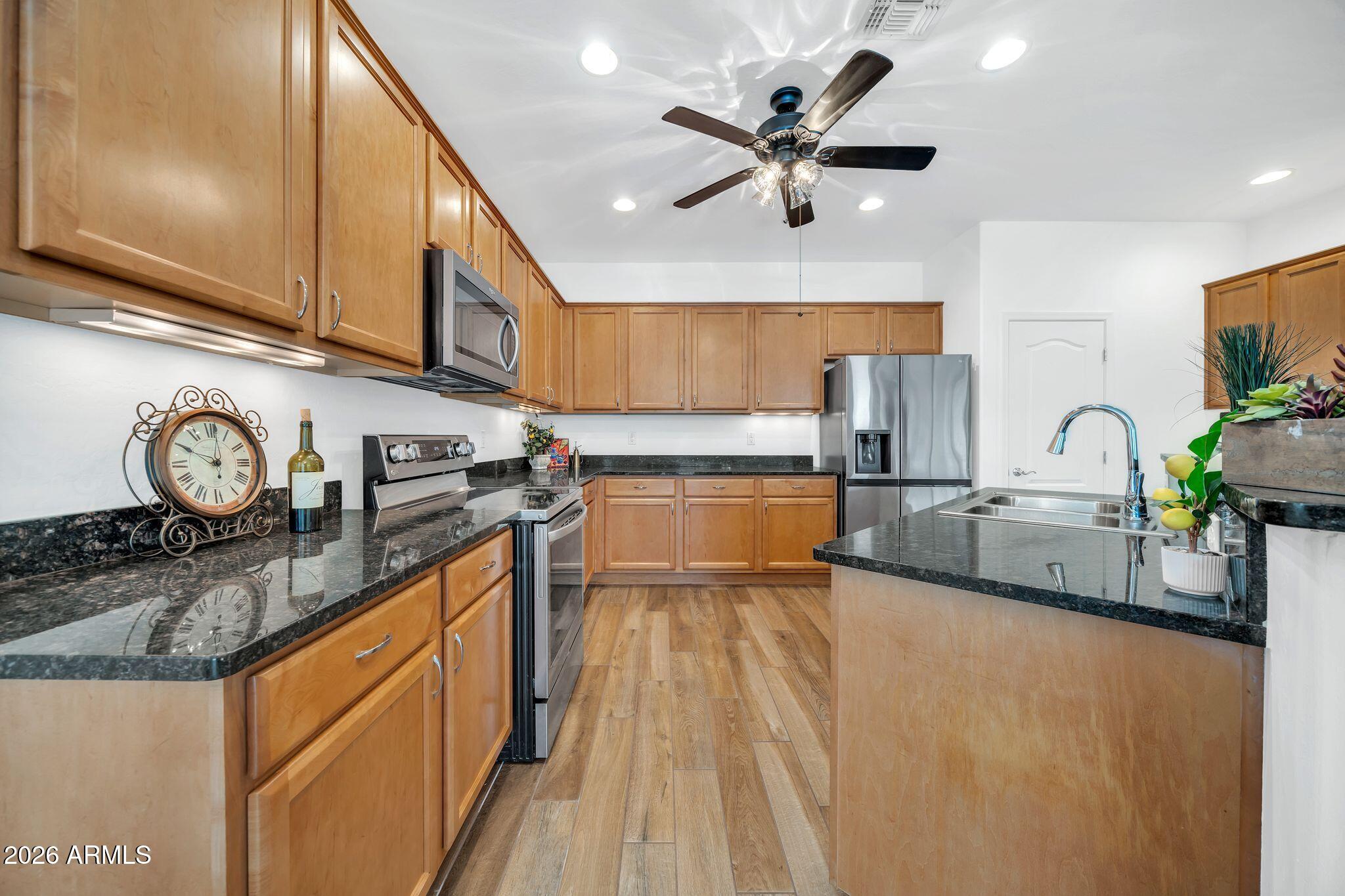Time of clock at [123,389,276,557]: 10:01
